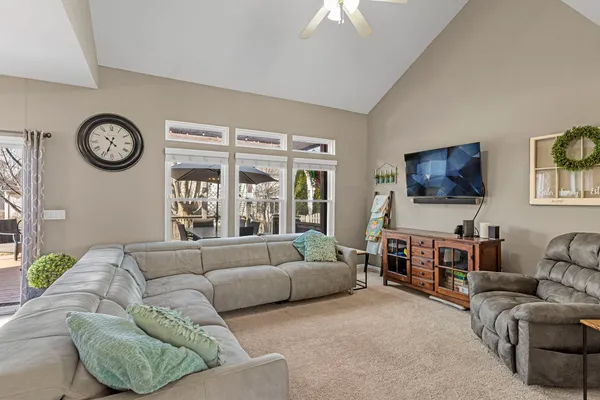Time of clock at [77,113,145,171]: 10:33
